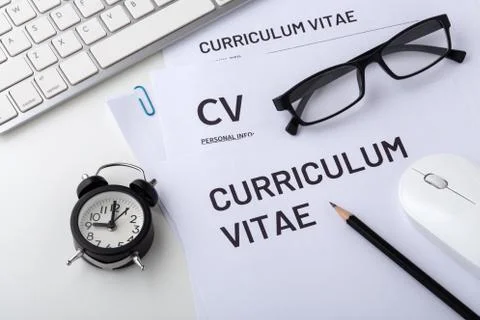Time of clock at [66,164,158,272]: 9:00
